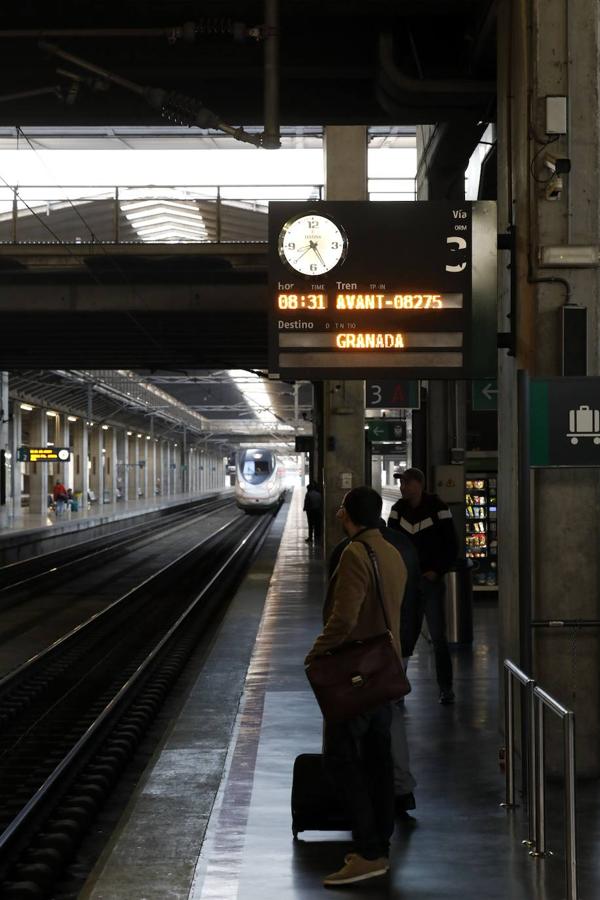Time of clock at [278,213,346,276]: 8:25
